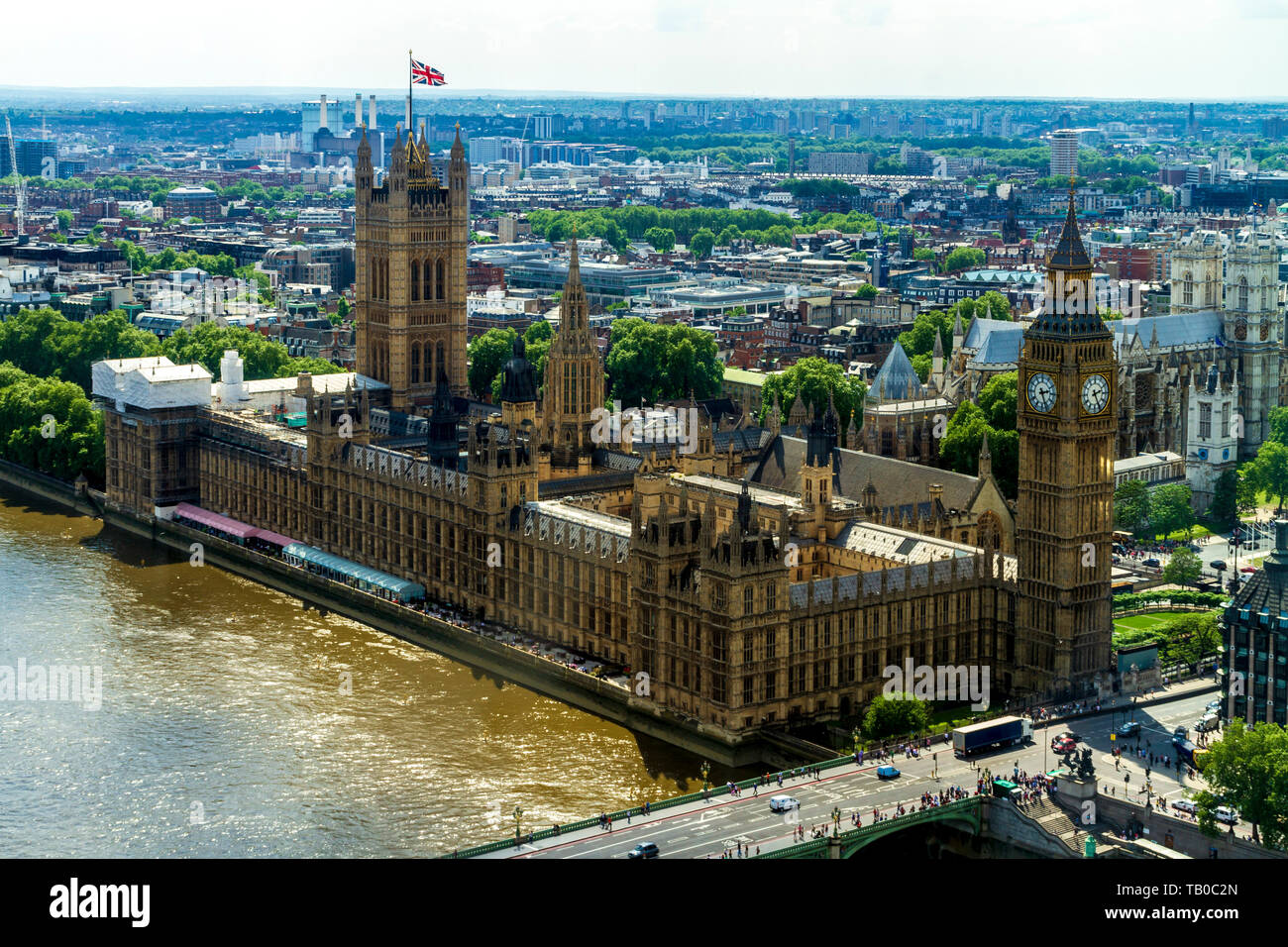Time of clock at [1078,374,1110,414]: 2:25
